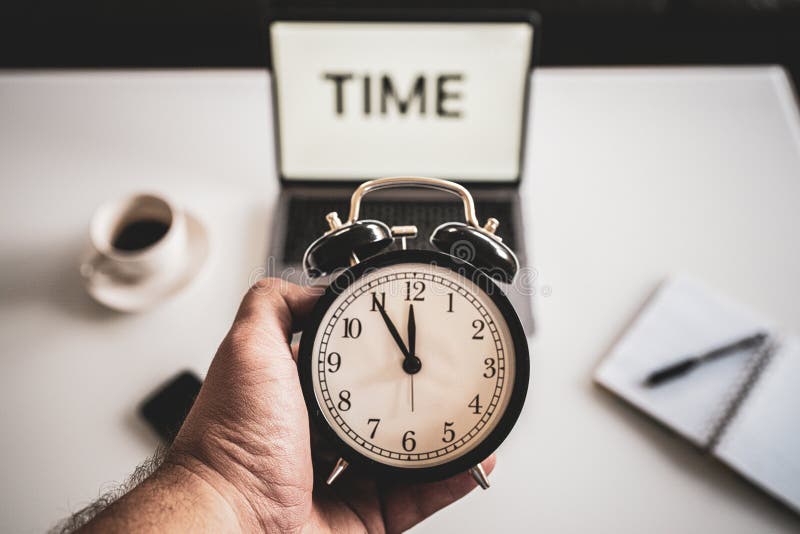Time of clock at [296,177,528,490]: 11:54
